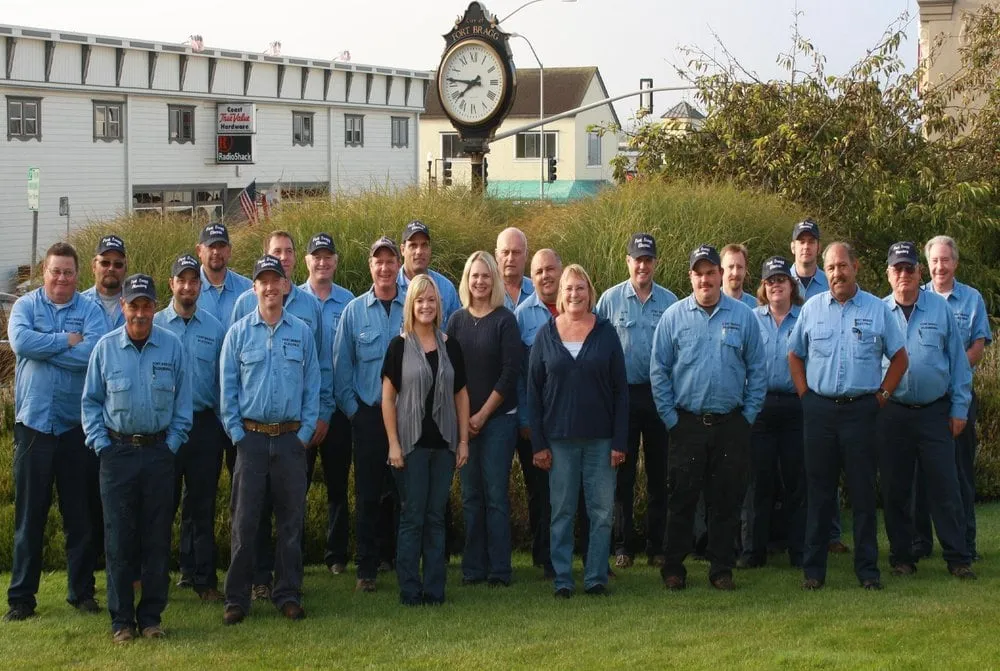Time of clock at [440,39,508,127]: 7:46
